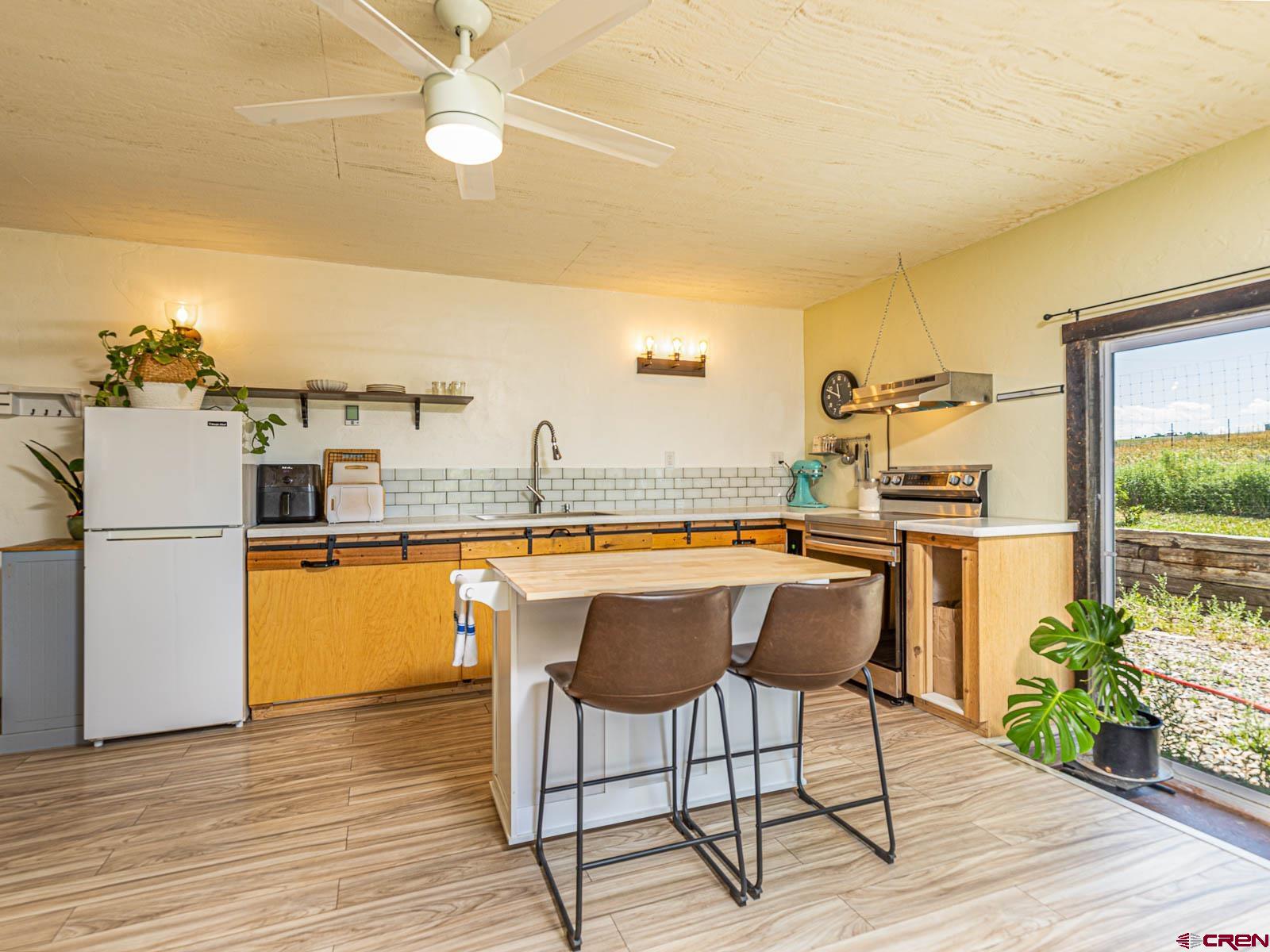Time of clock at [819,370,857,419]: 11:48
